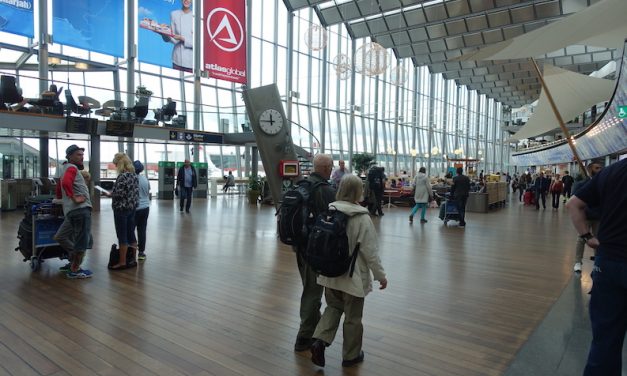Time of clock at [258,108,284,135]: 11:45
